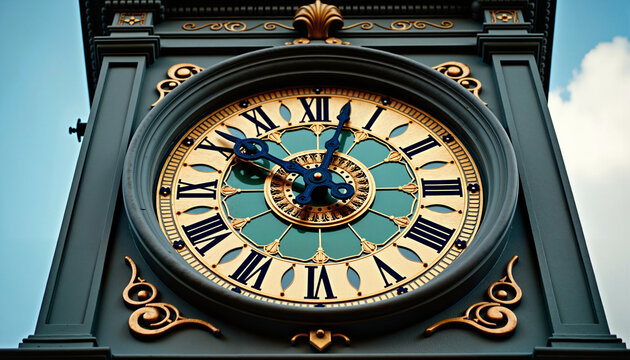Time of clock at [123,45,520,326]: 10:02
